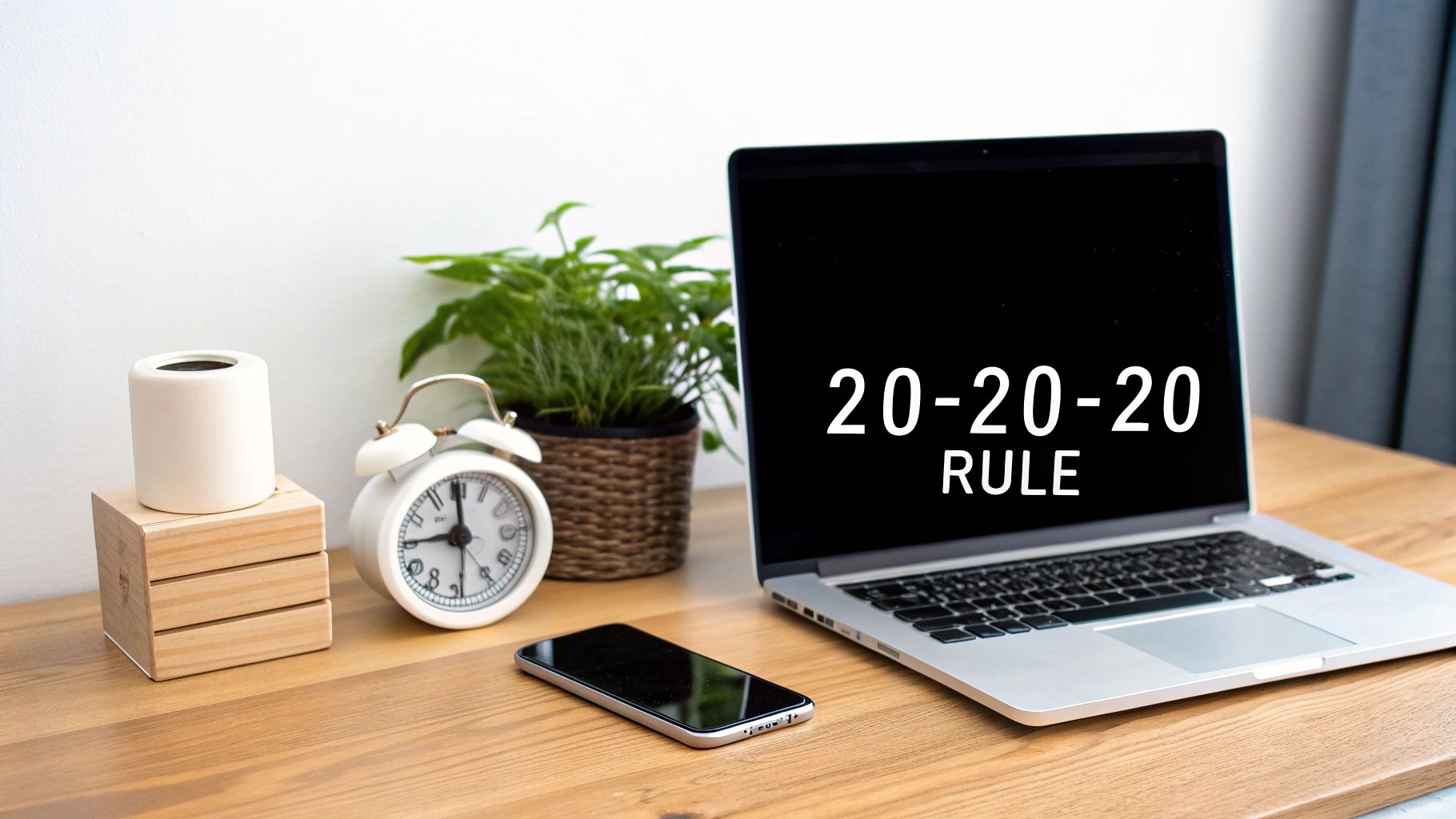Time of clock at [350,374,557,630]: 9:00
